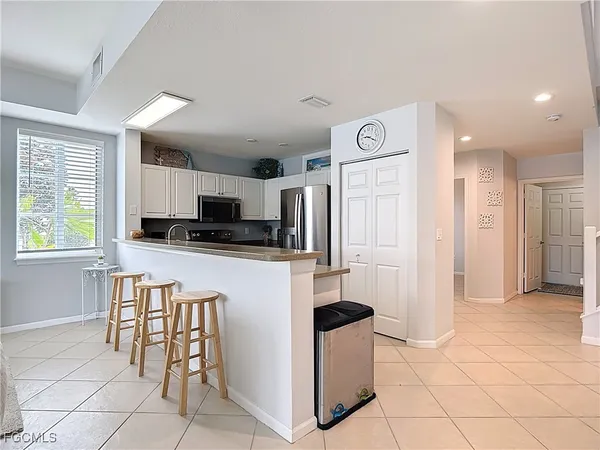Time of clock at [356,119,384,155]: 9:20
